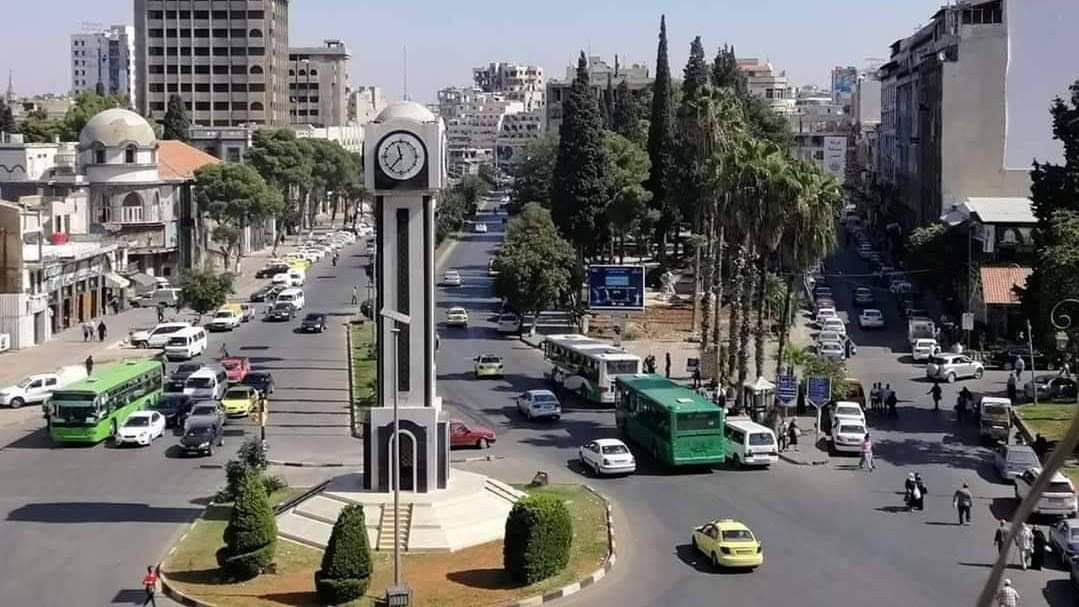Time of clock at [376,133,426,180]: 11:36
